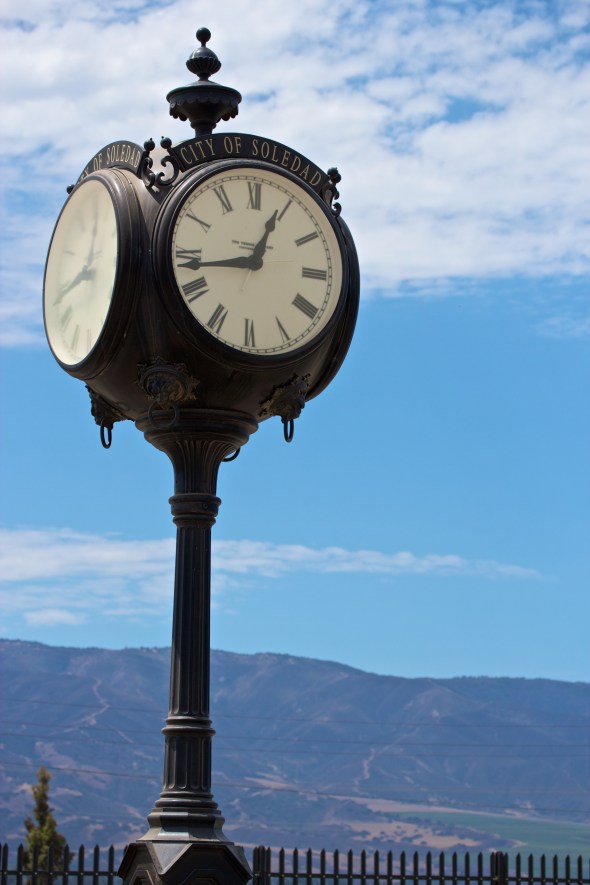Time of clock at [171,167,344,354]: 12:43
